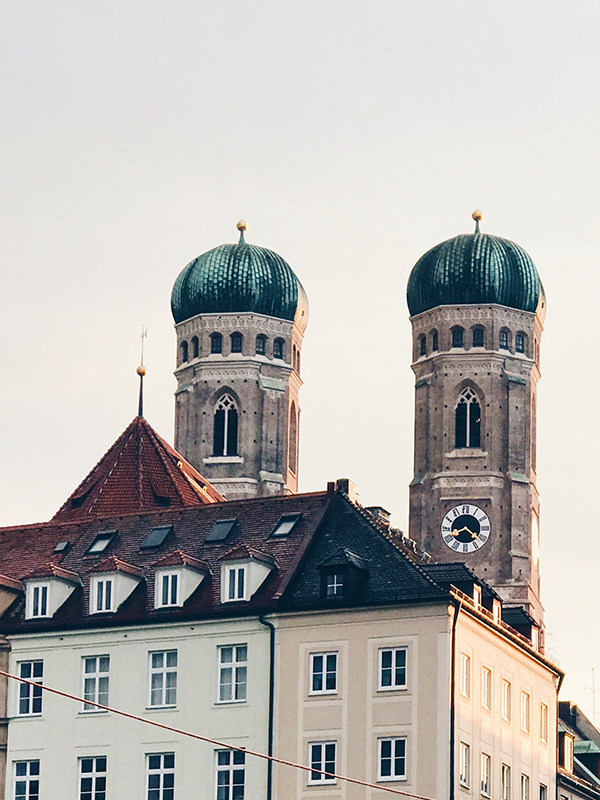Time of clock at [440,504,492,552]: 8:21
